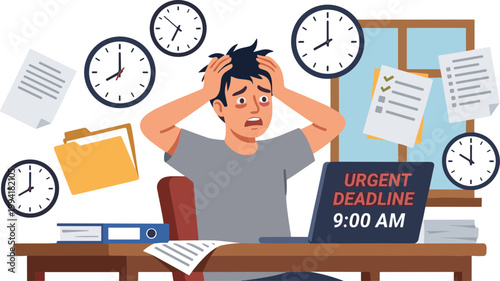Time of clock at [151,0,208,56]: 6:51
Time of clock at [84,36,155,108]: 7:59
